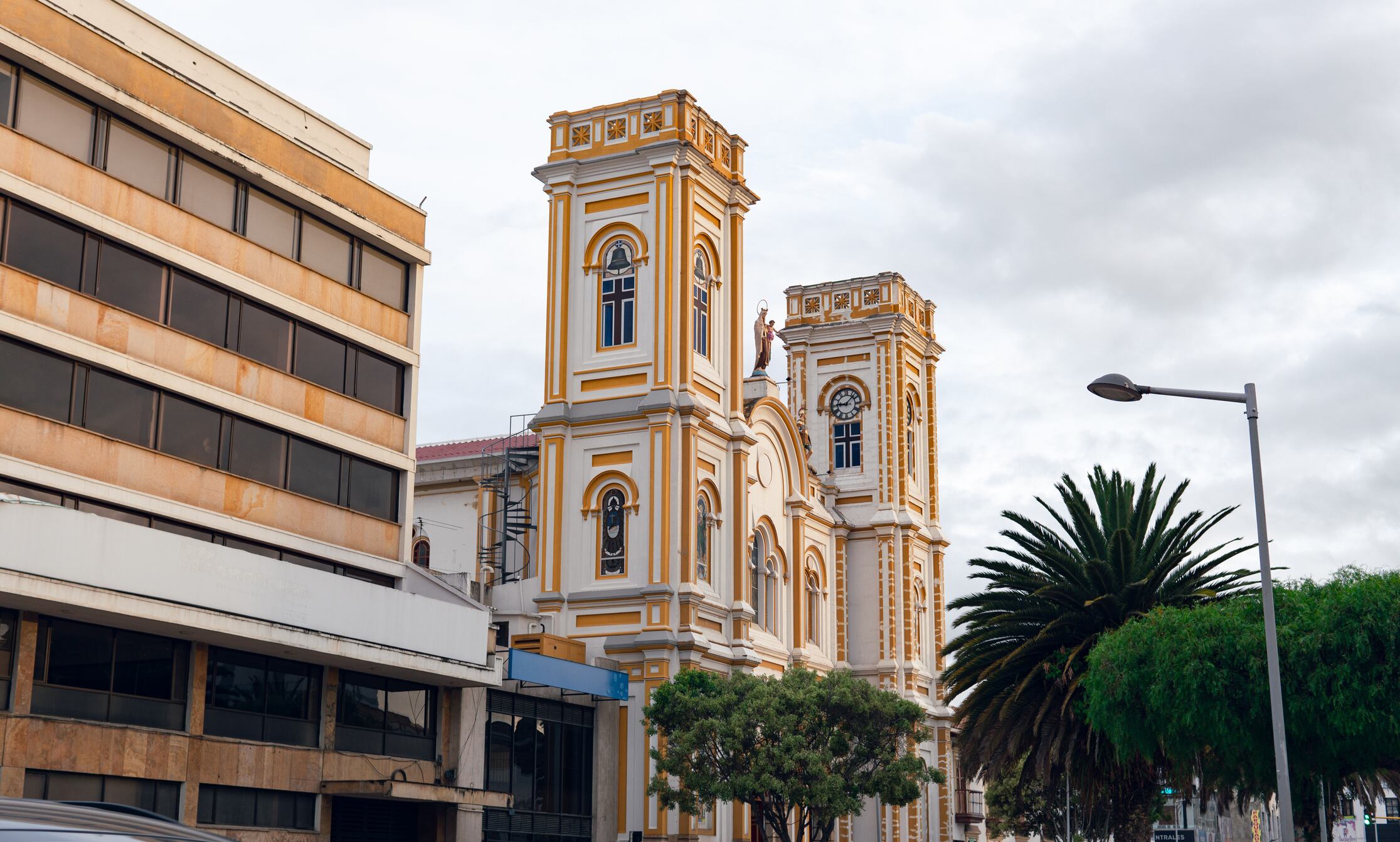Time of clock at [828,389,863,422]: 9:07
